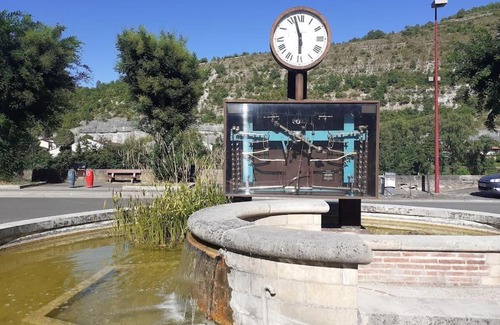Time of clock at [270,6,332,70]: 5:57
